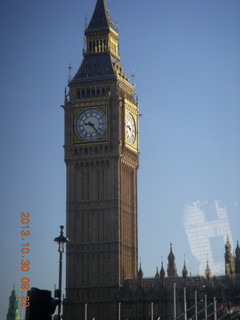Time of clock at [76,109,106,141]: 9:23
